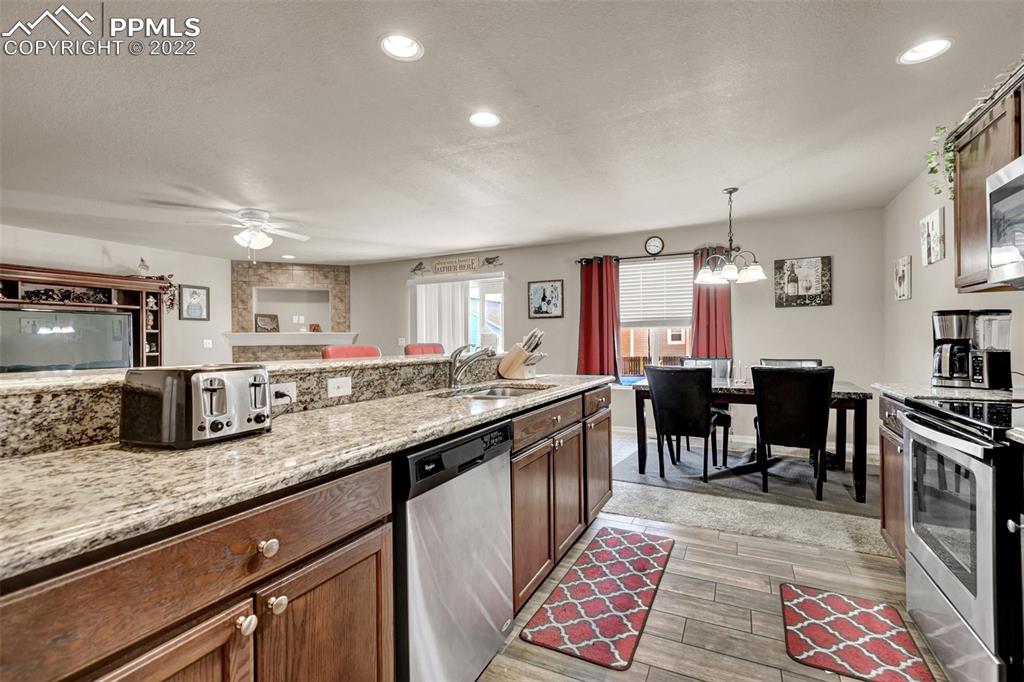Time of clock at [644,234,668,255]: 3:46
